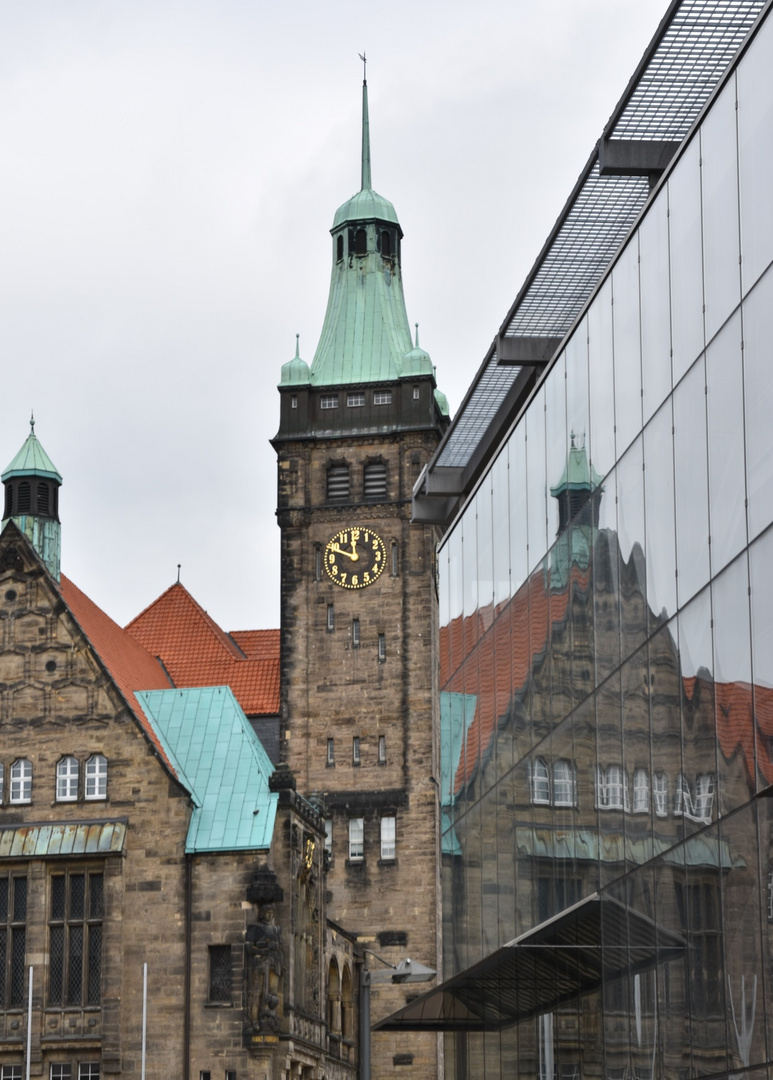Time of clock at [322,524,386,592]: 11:49
